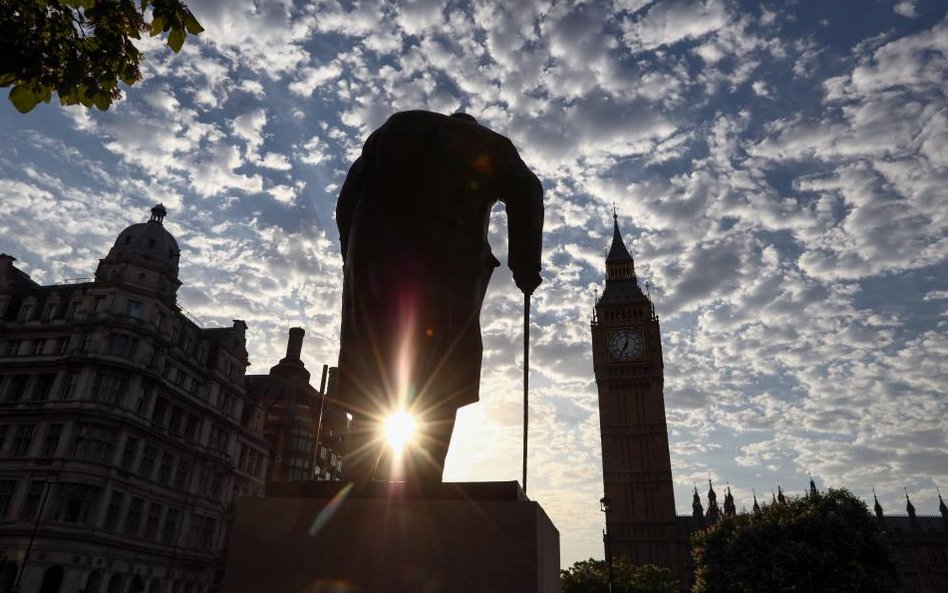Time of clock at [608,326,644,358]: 7:02
